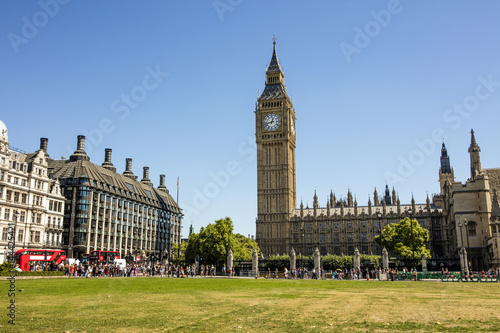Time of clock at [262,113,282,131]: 12:42
